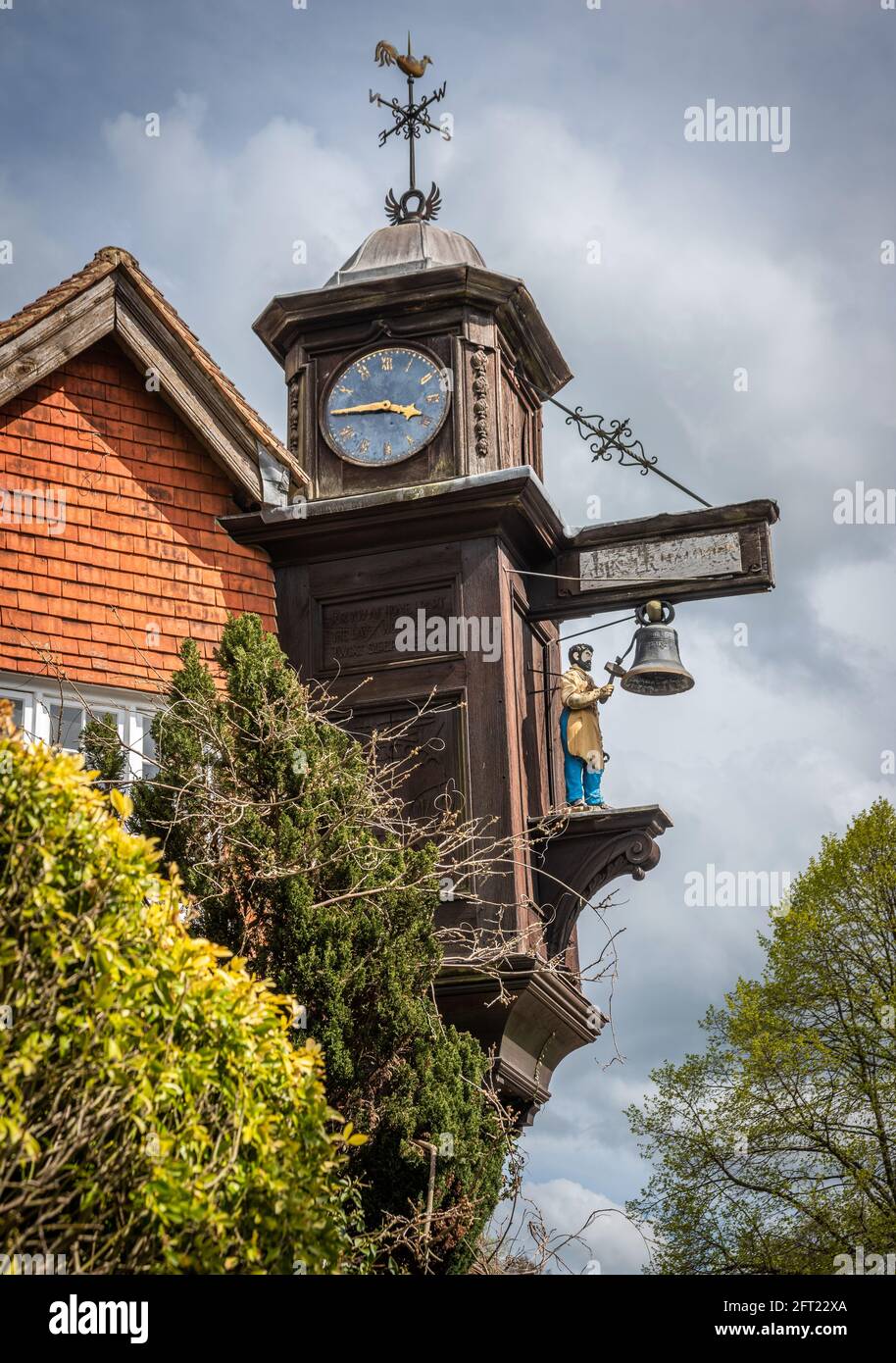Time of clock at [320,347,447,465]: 3:45
